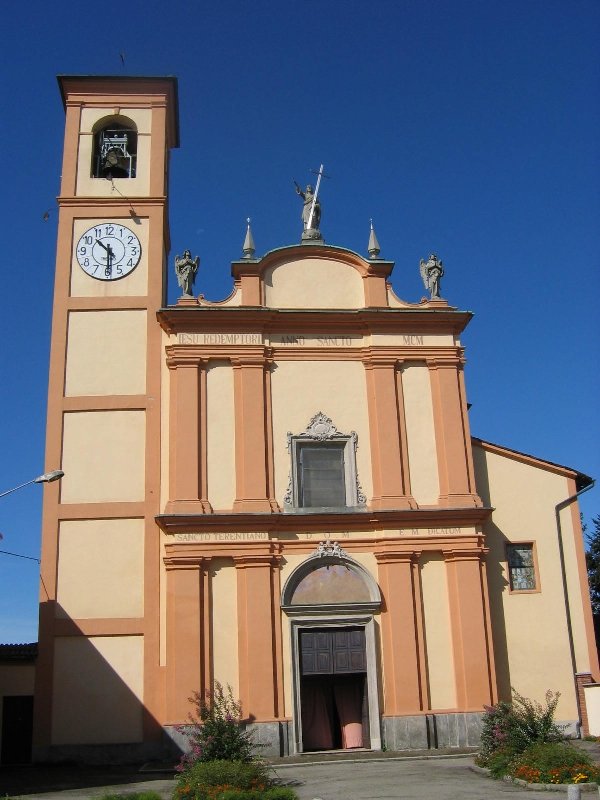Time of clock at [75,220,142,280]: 10:30
